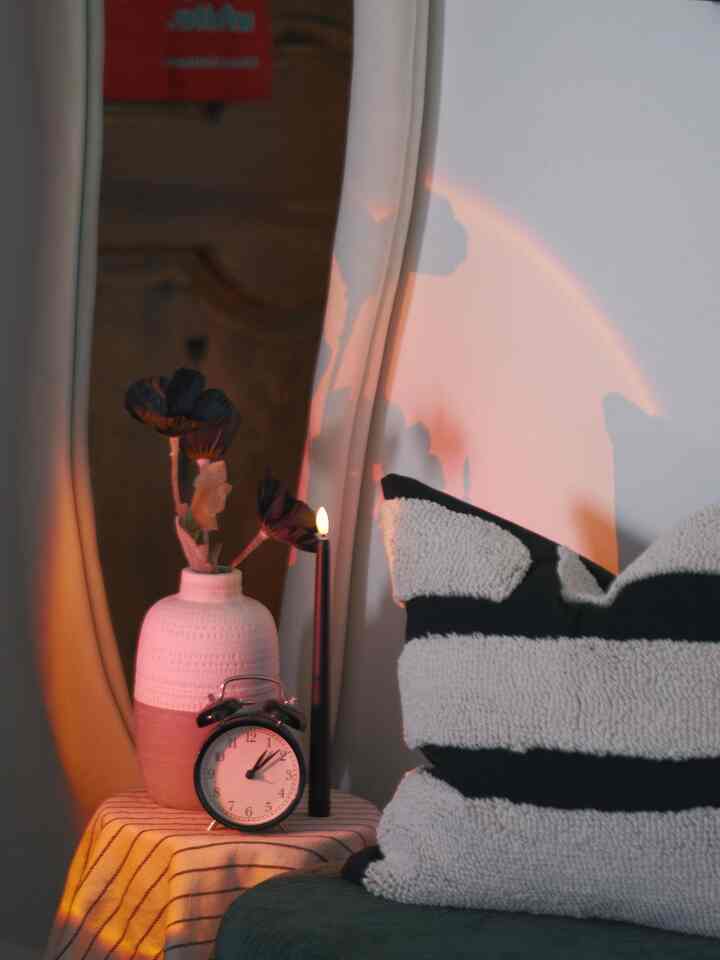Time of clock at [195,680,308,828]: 1:08
